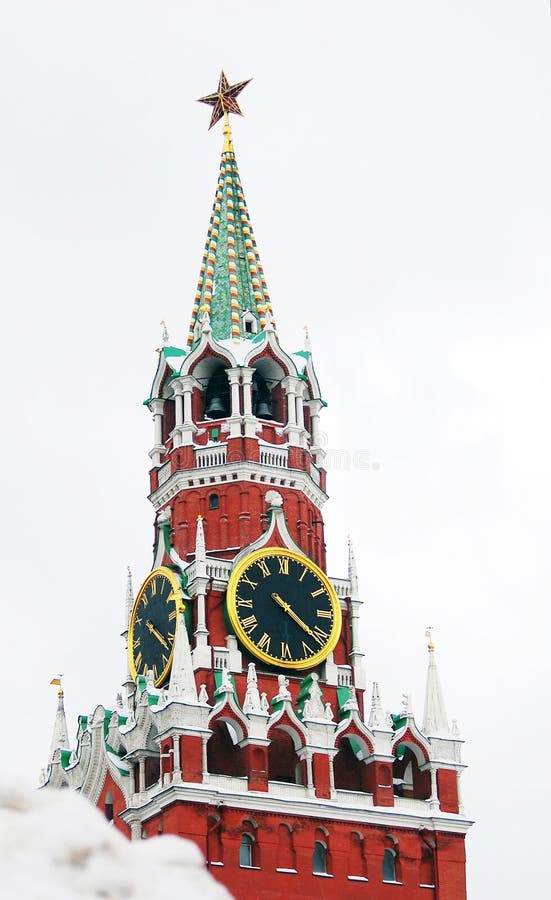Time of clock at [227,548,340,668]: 4:21
